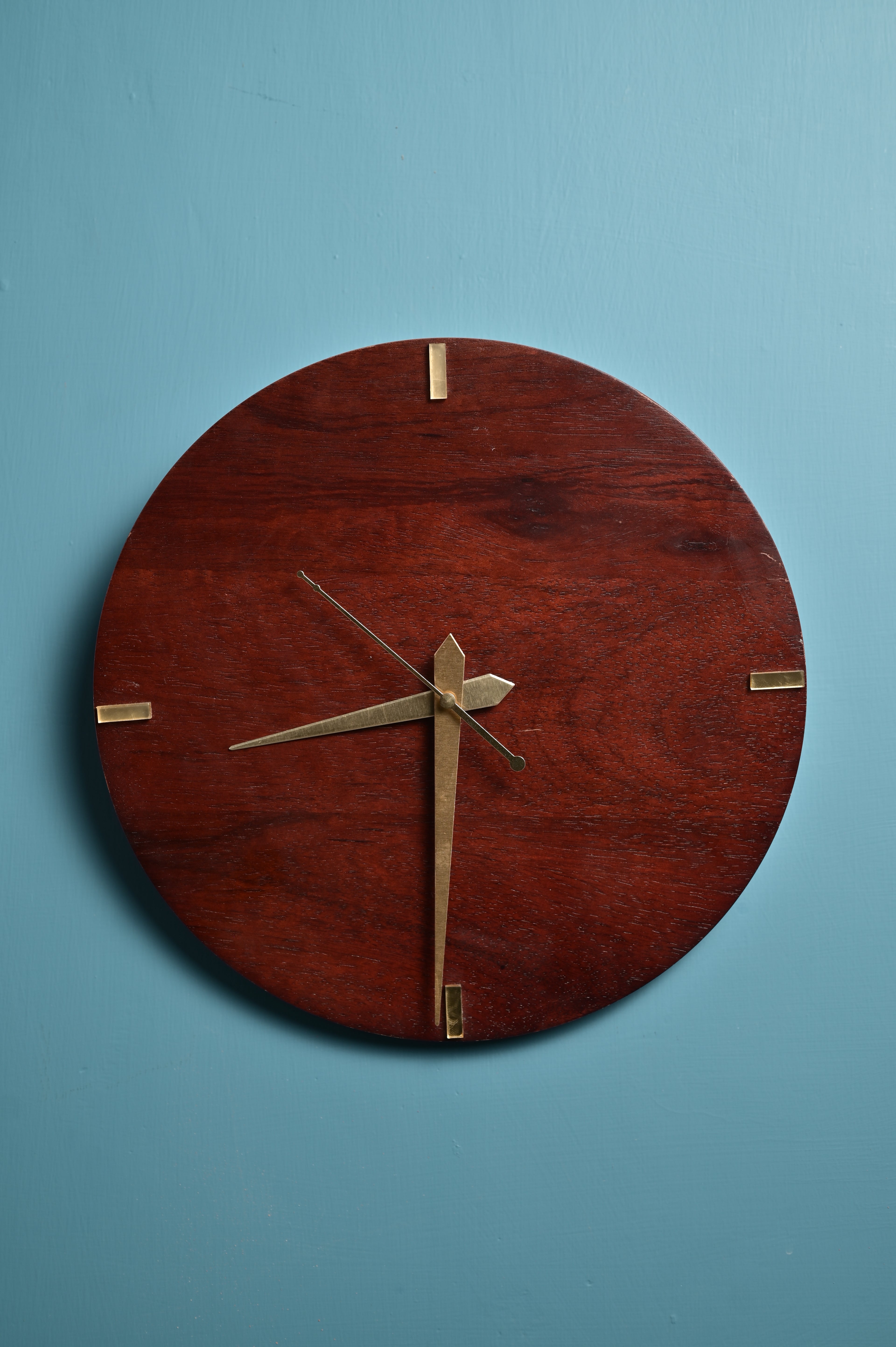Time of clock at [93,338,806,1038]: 8:30
